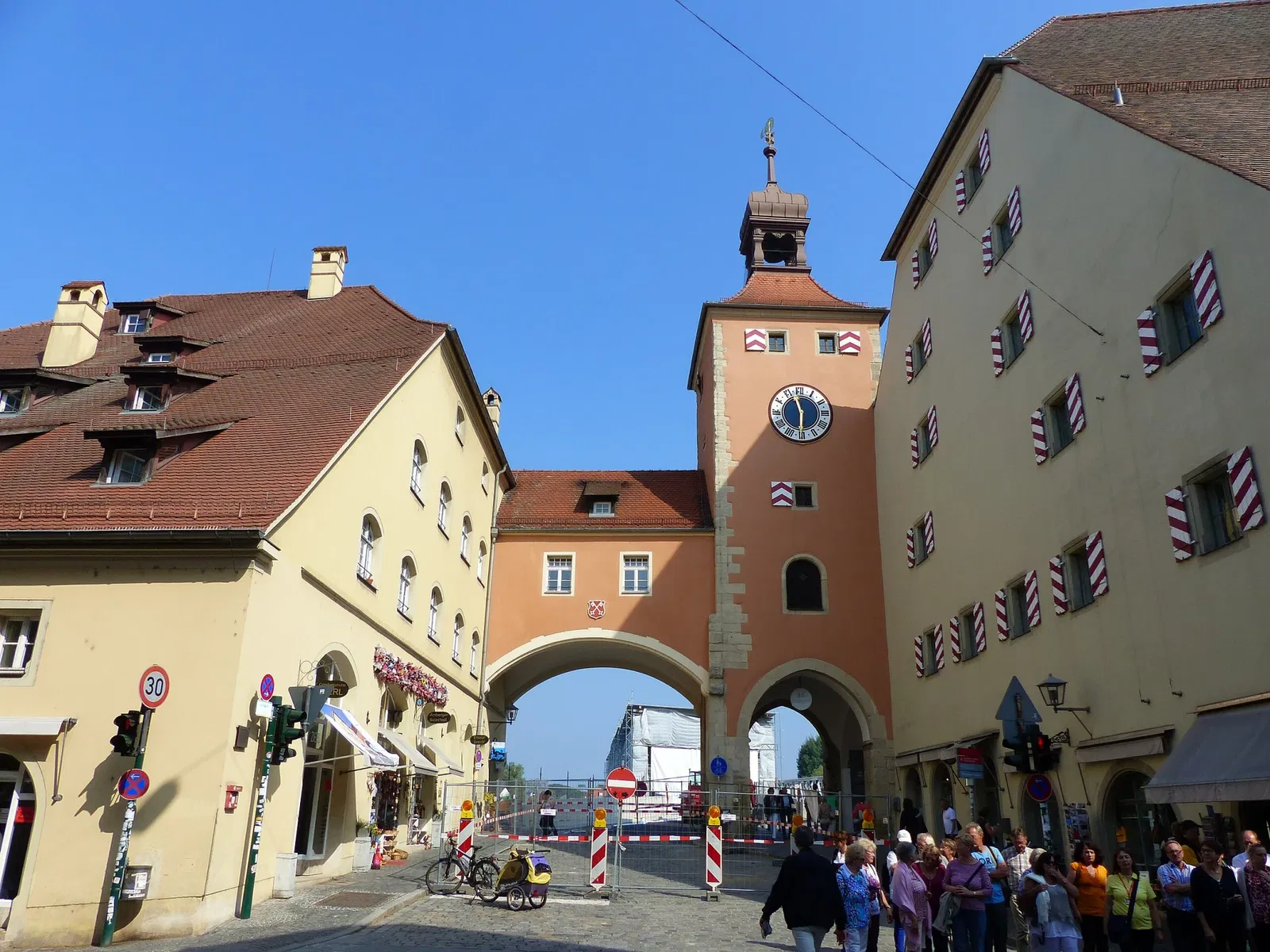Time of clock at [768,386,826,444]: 5:57
